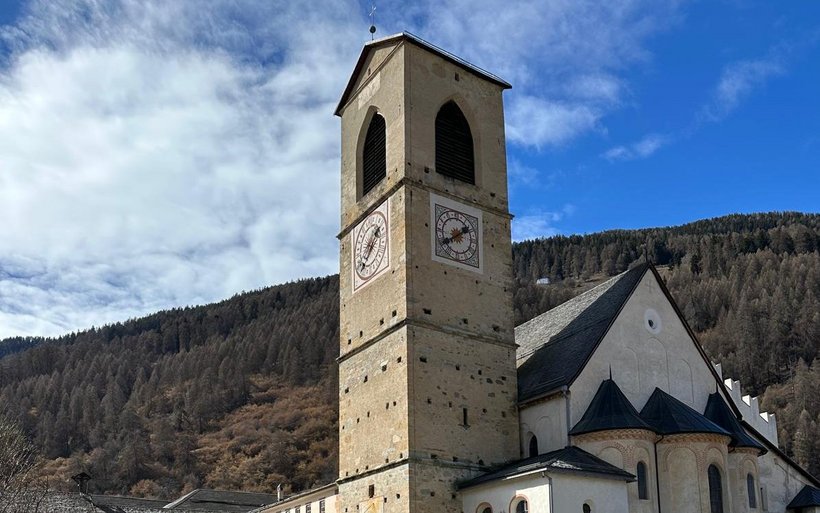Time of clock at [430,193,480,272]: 1:39
